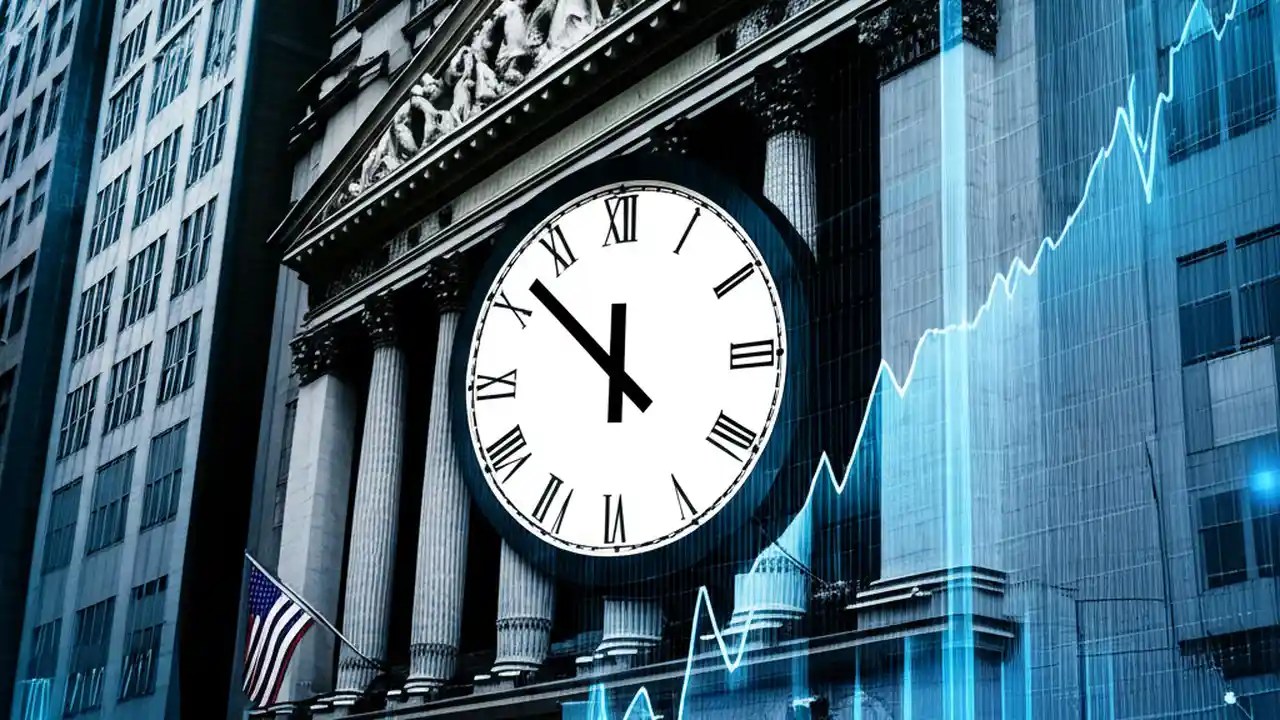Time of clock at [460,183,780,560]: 11:52
